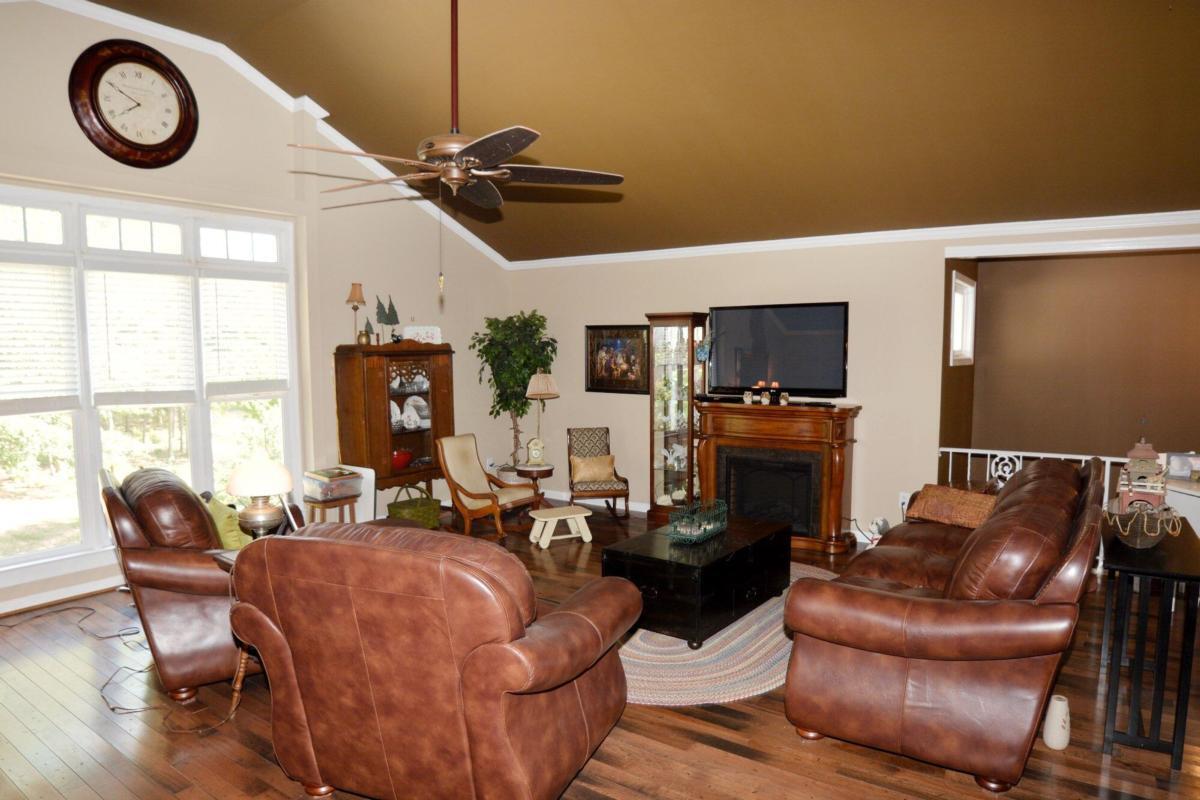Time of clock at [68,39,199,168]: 7:49
